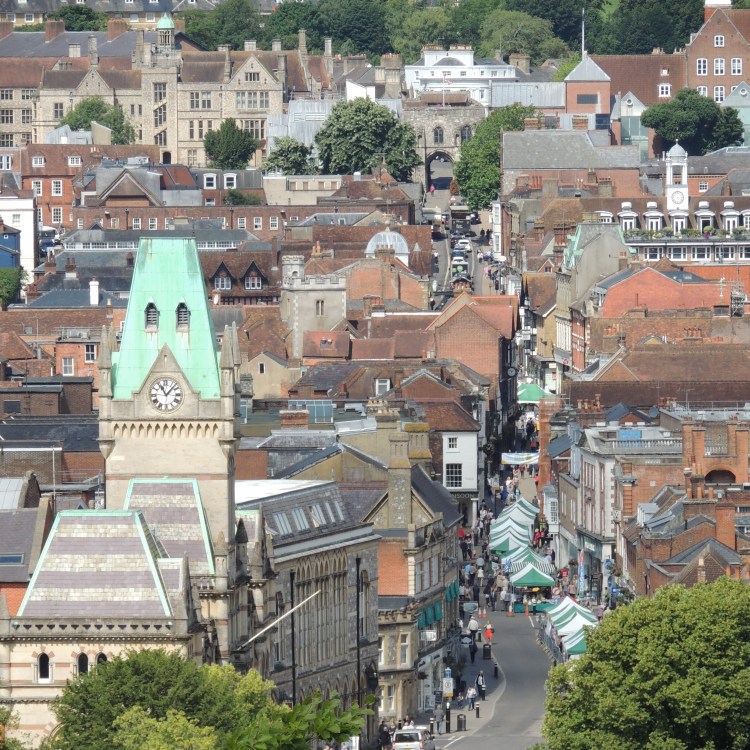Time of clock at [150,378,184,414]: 11:07
